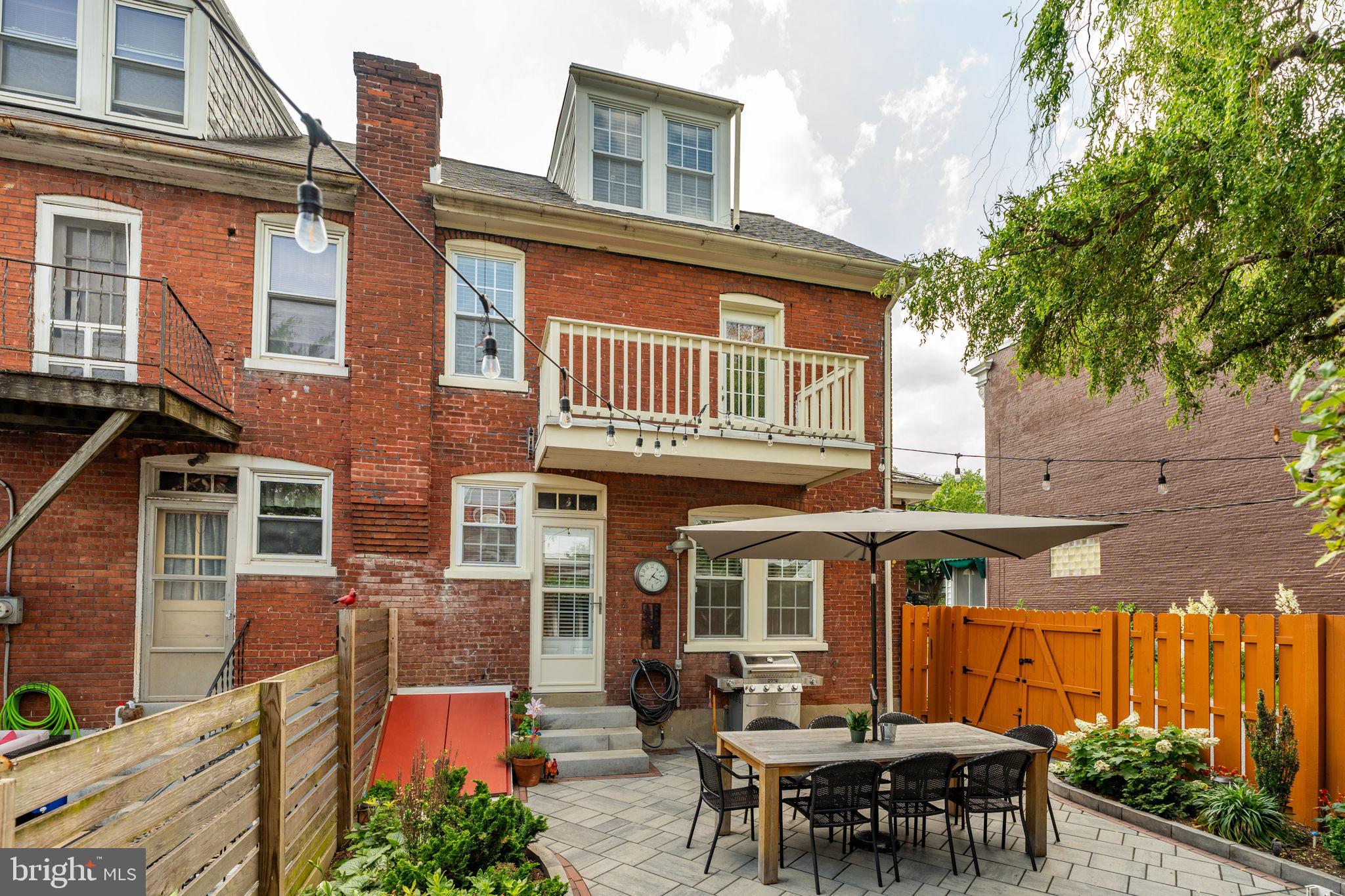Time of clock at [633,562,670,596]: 4:06
